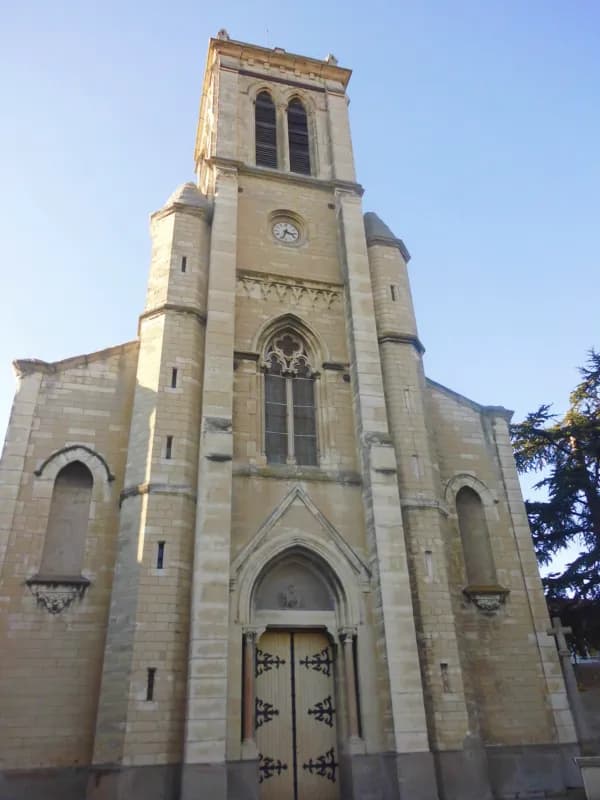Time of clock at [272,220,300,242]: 3:33
